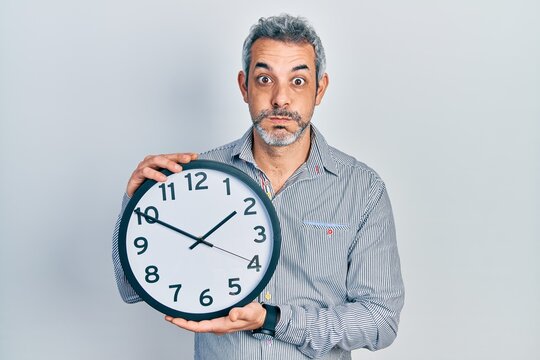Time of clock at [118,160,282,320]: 1:50
